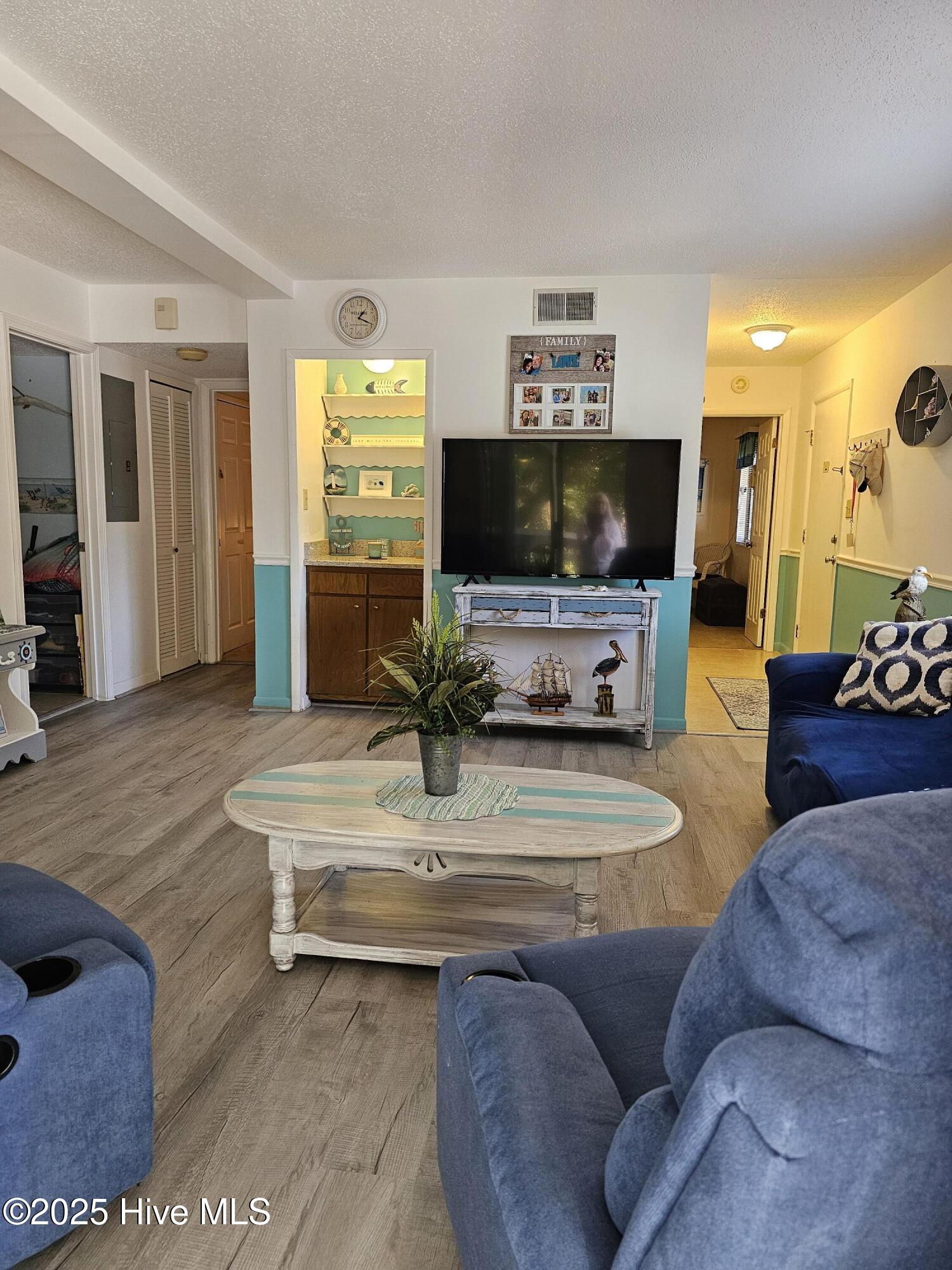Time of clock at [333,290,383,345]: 1:18
